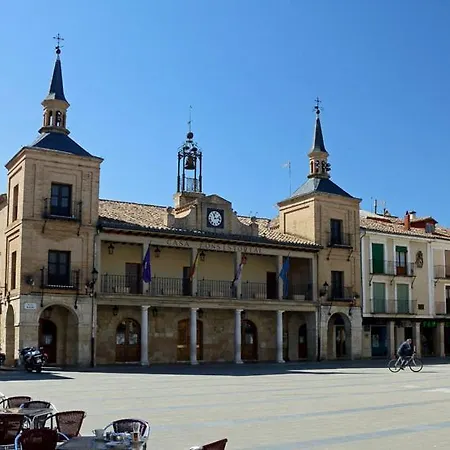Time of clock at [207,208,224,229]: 11:12
